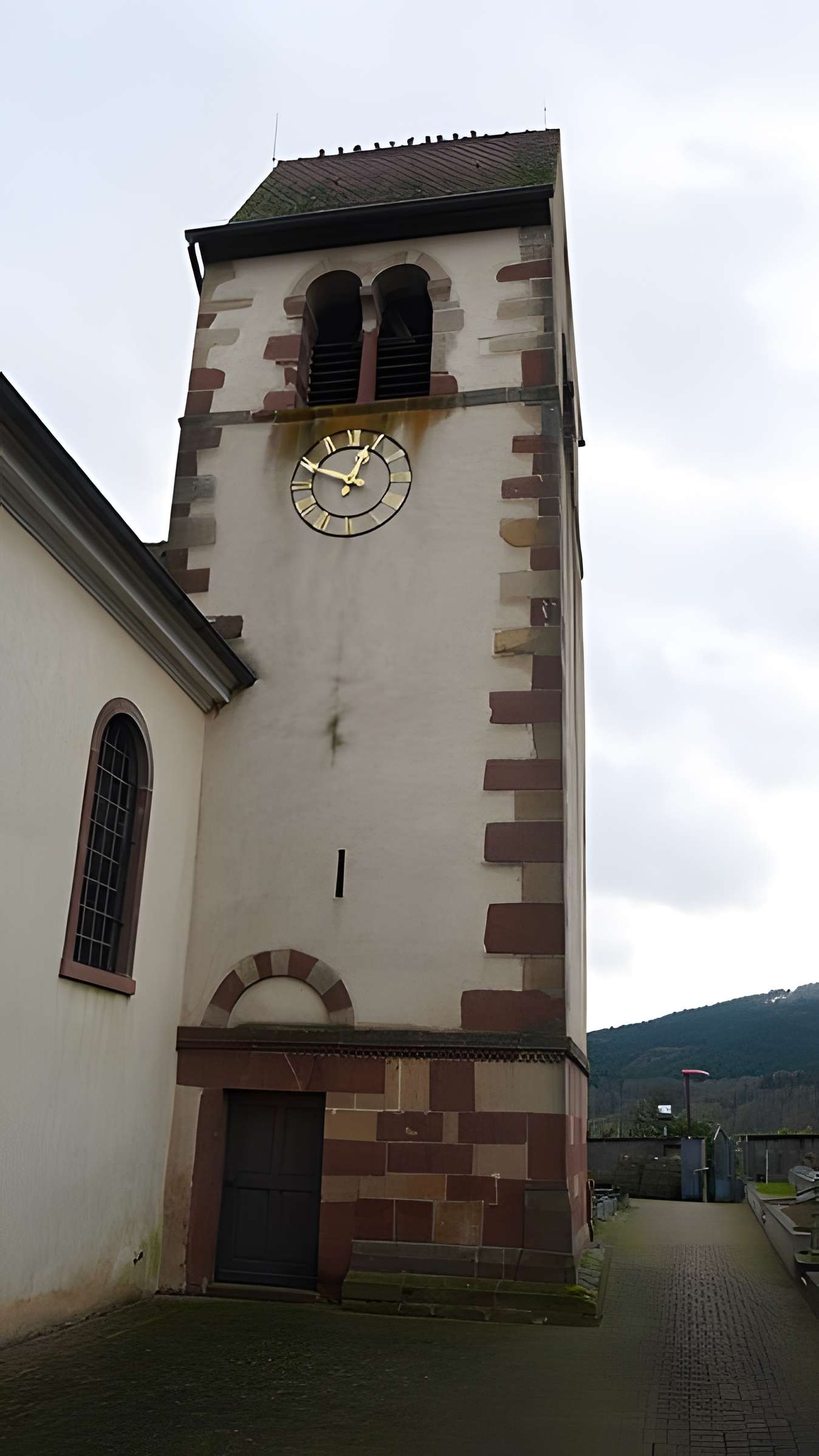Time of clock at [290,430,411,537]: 12:49
